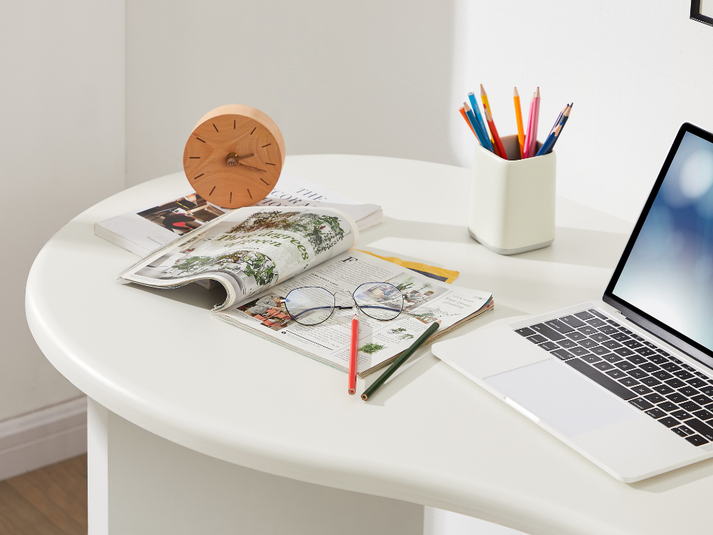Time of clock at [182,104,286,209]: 2:17
